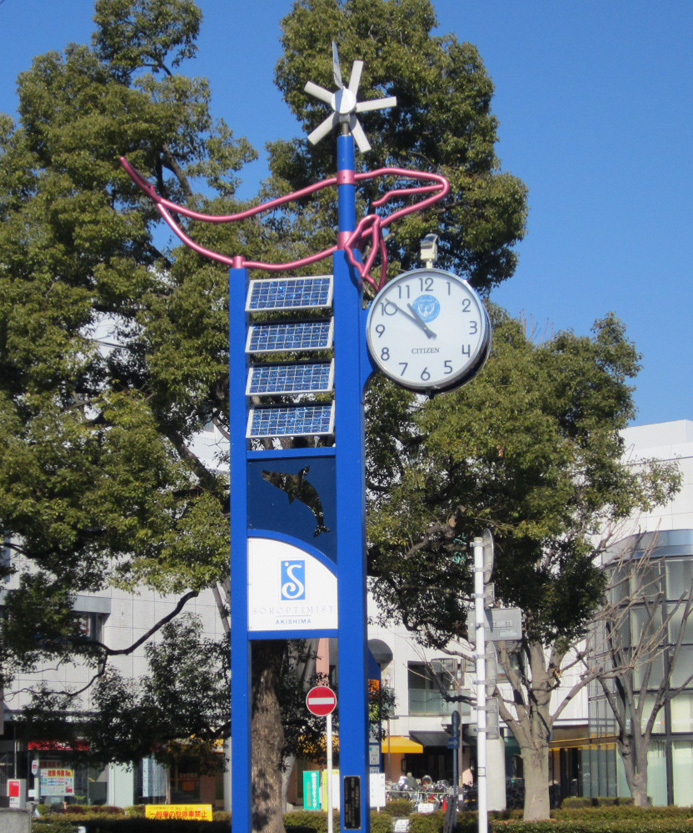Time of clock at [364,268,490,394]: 10:51
